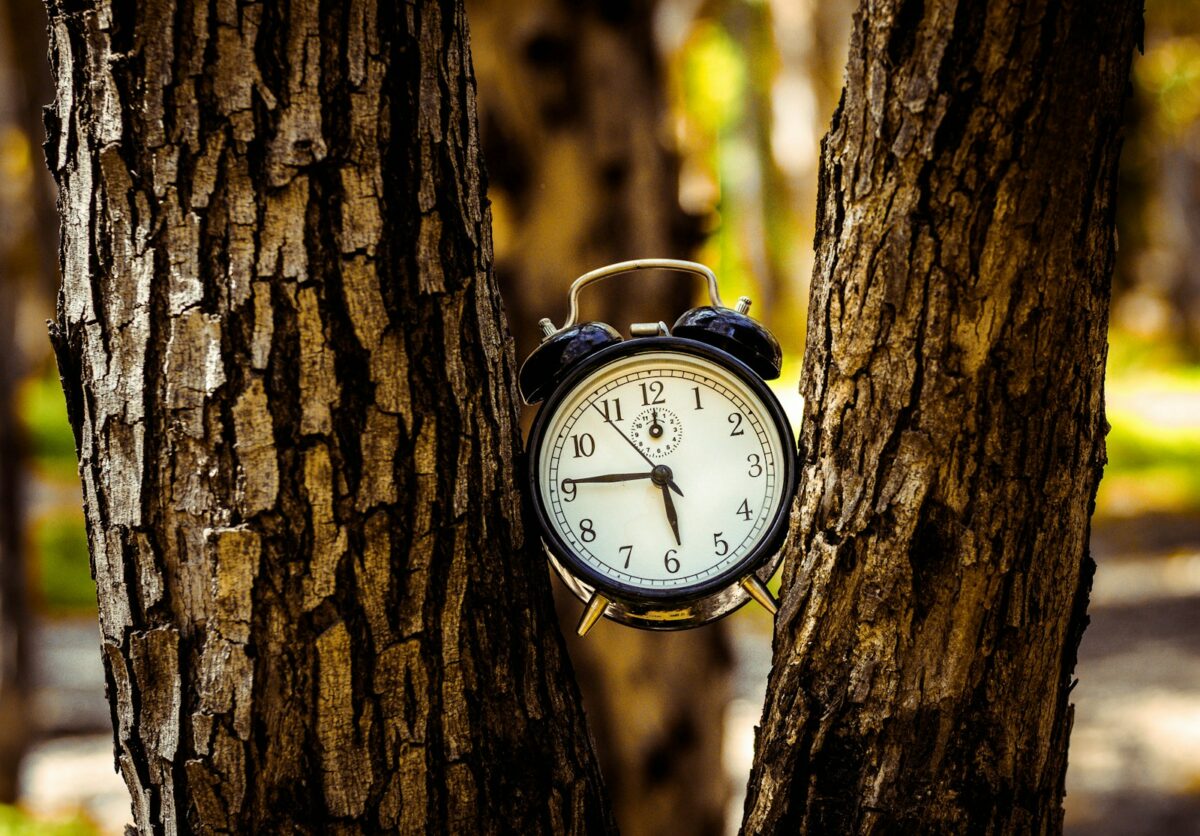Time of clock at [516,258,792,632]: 5:45
